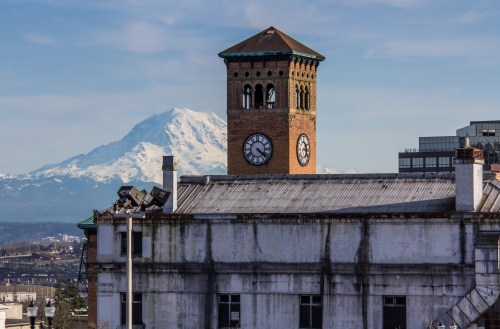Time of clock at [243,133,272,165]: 4:21
